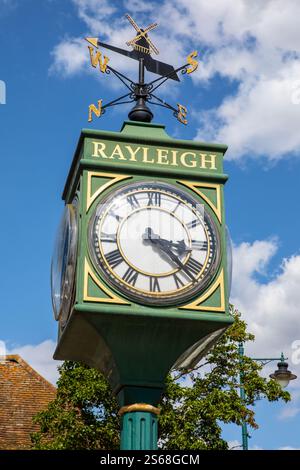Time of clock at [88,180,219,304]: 3:22
